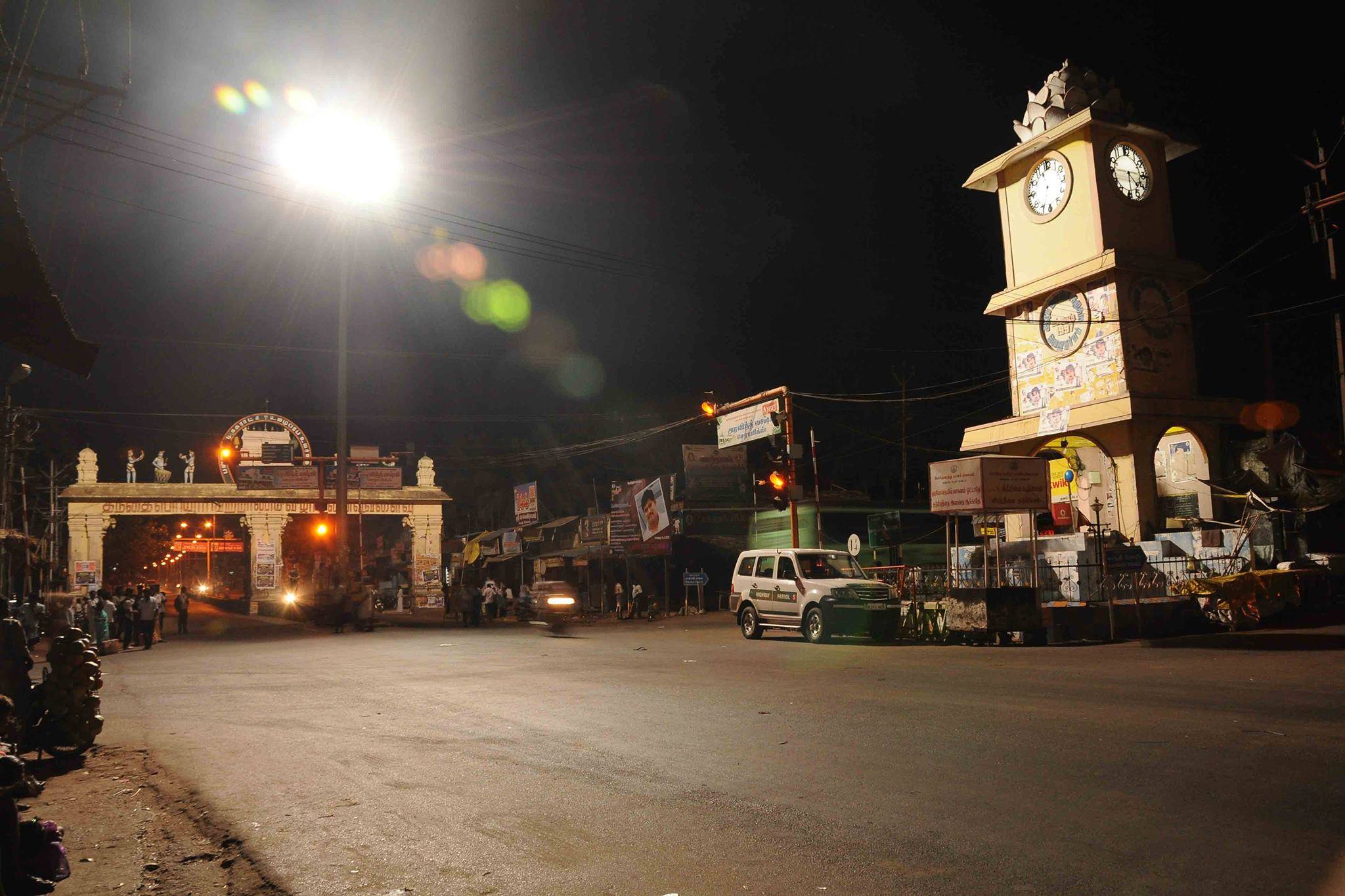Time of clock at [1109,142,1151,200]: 4:29
